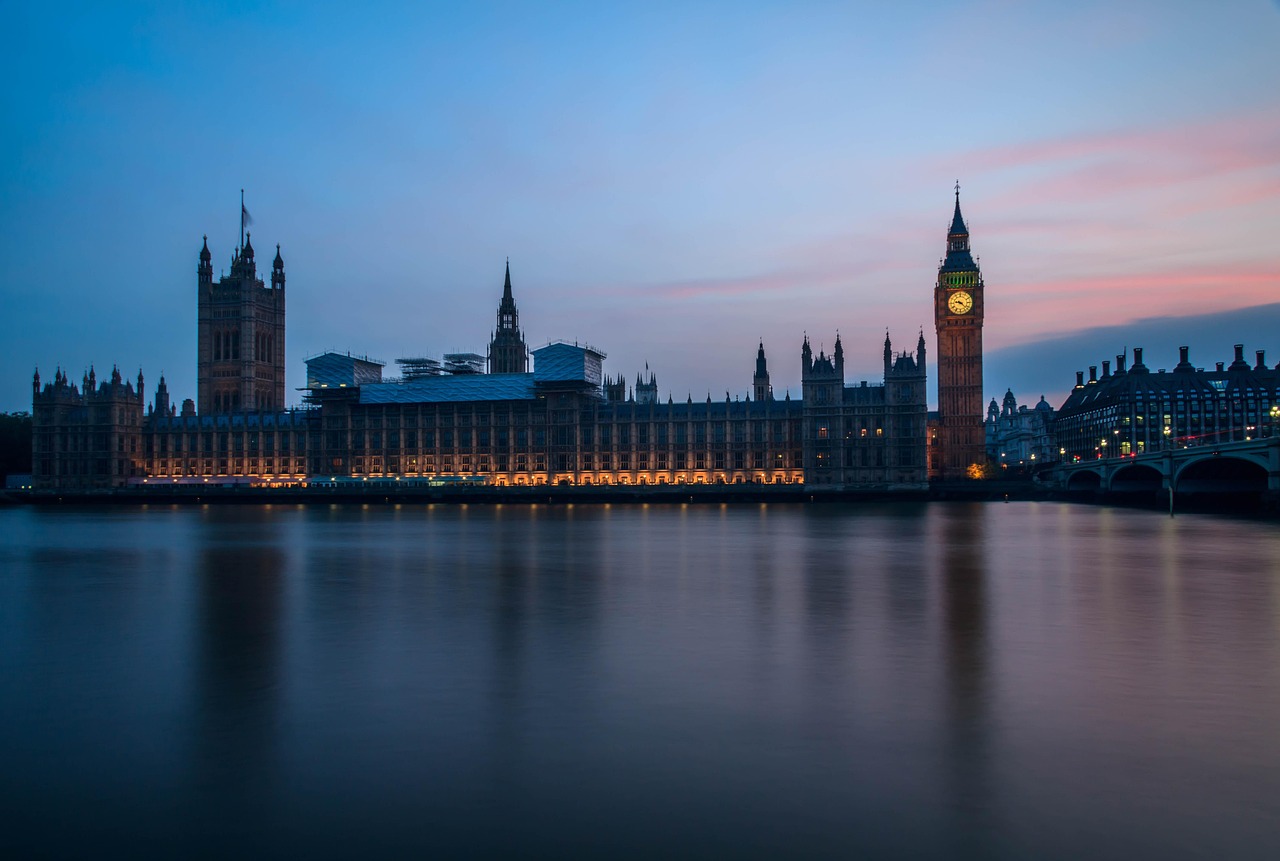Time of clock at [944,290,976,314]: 9:22
